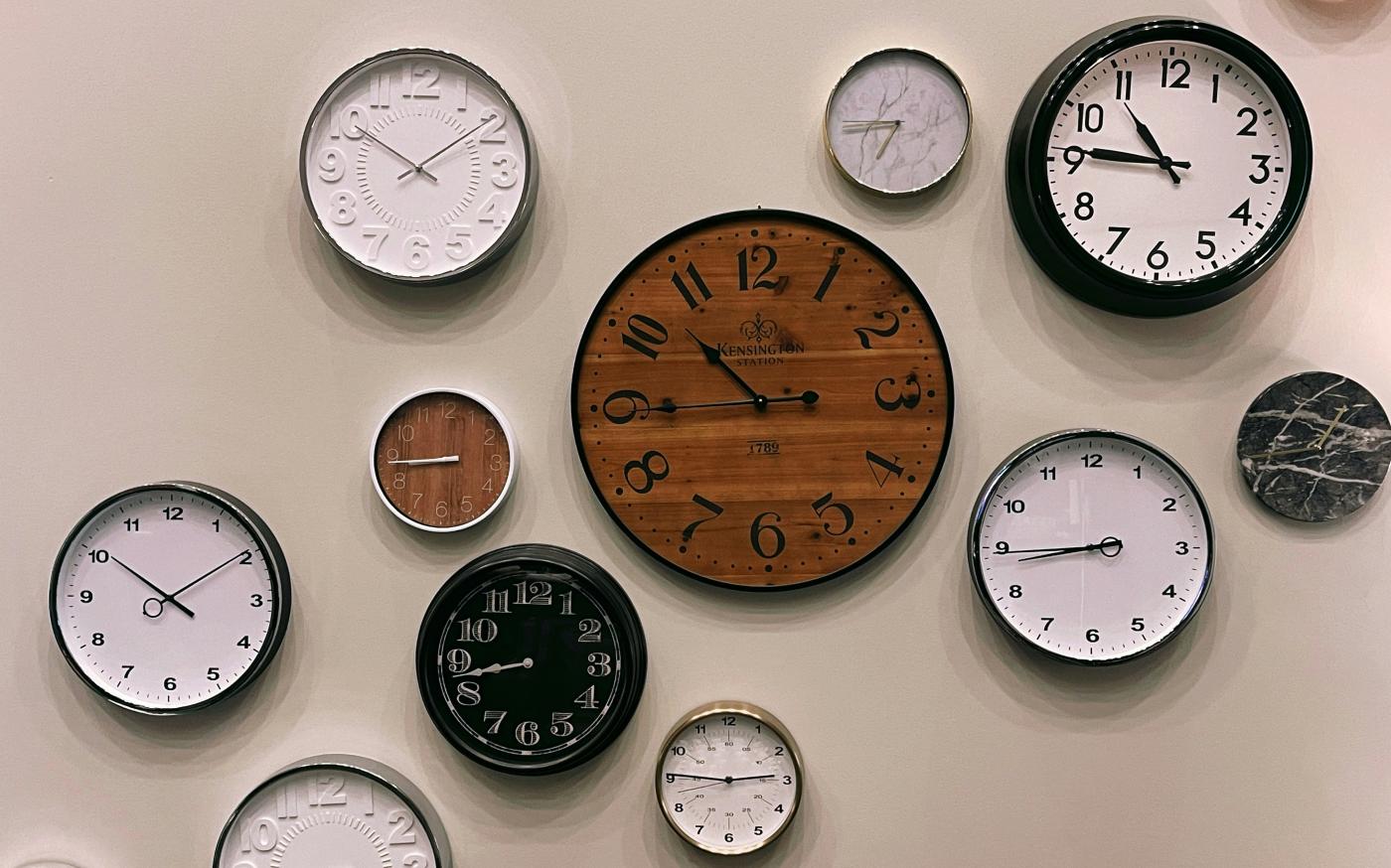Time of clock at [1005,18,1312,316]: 10:45
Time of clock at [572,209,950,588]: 10:44
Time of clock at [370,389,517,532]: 8:44
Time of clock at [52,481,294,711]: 10:09
